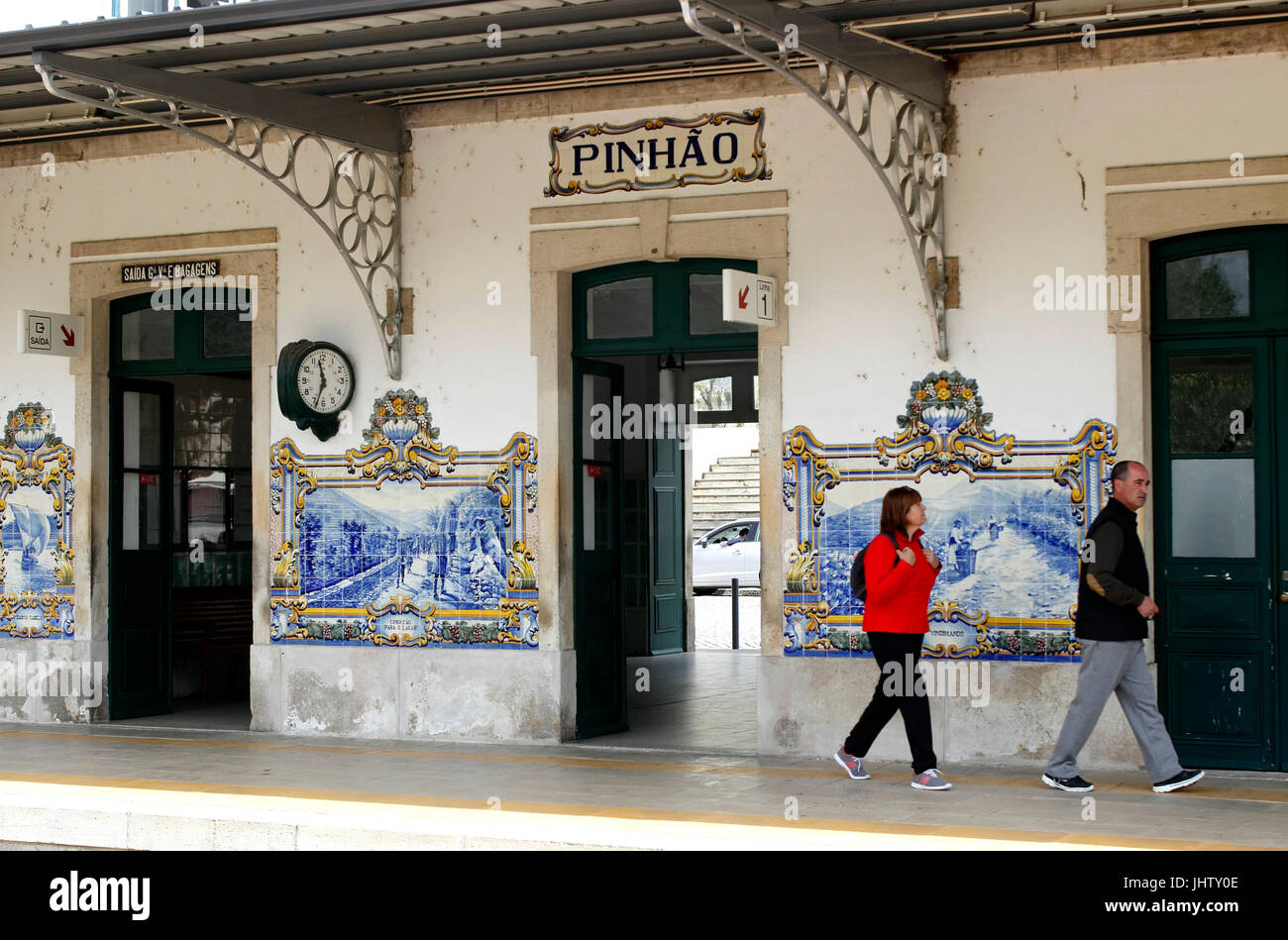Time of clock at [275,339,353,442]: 11:33
